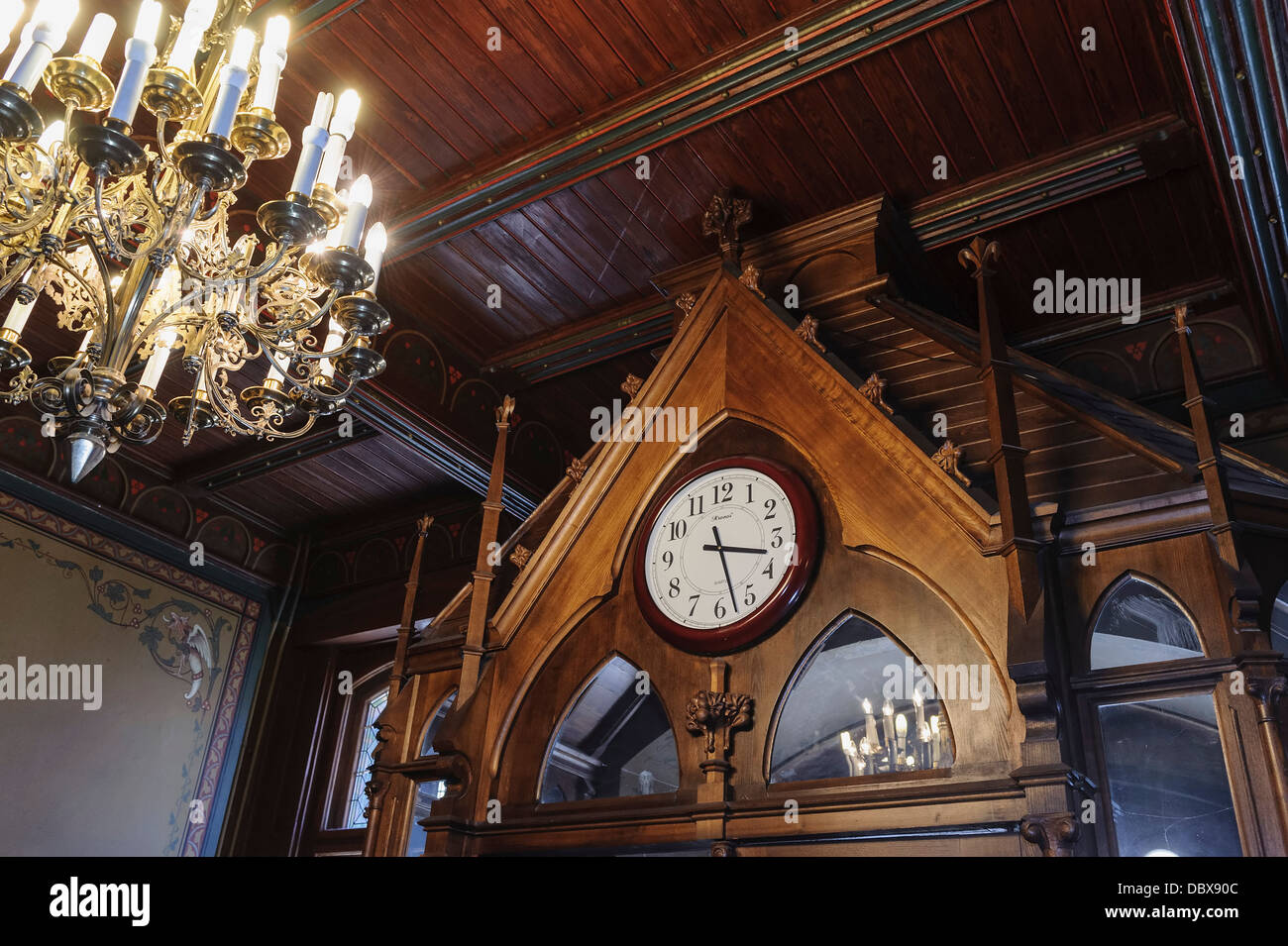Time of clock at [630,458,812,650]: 3:27
